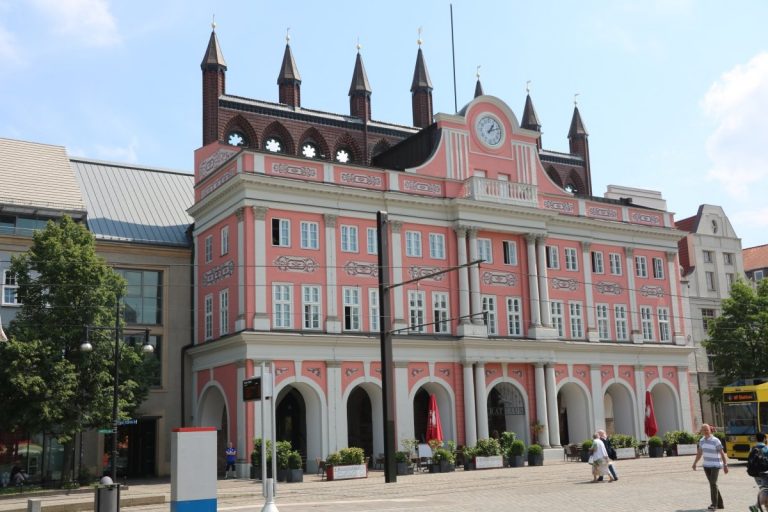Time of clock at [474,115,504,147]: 1:11
